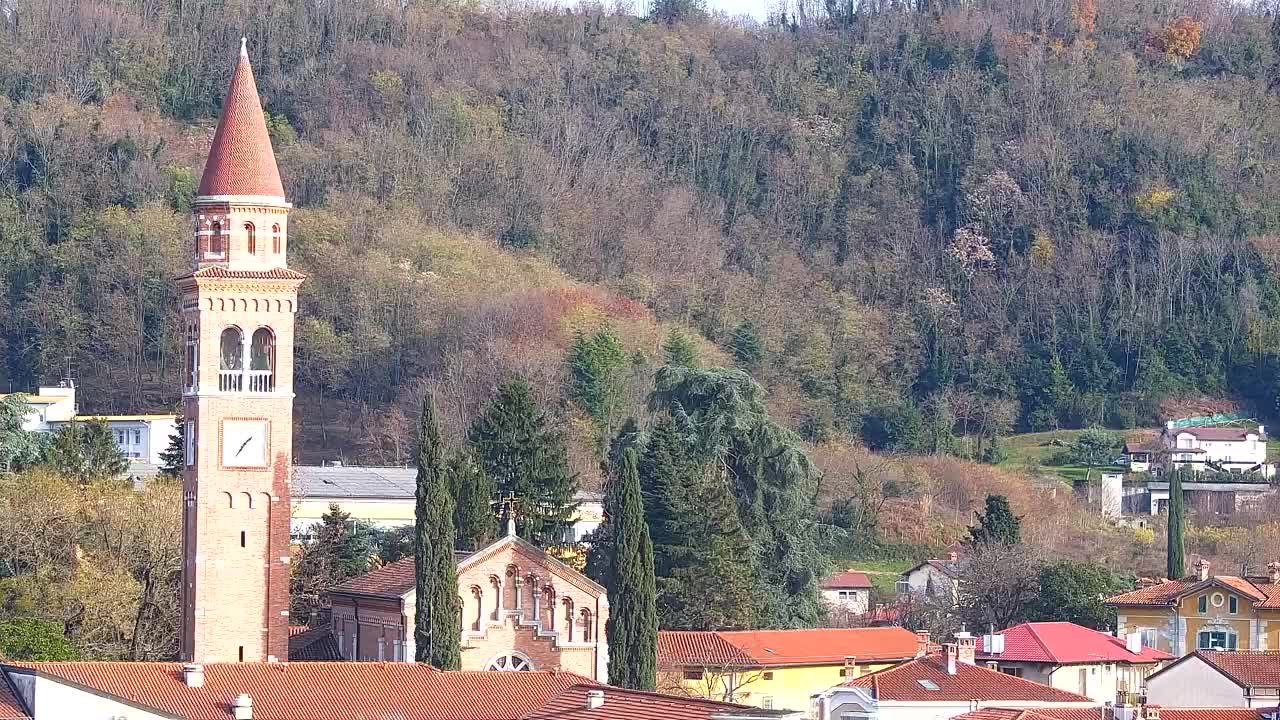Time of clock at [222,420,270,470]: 1:36
